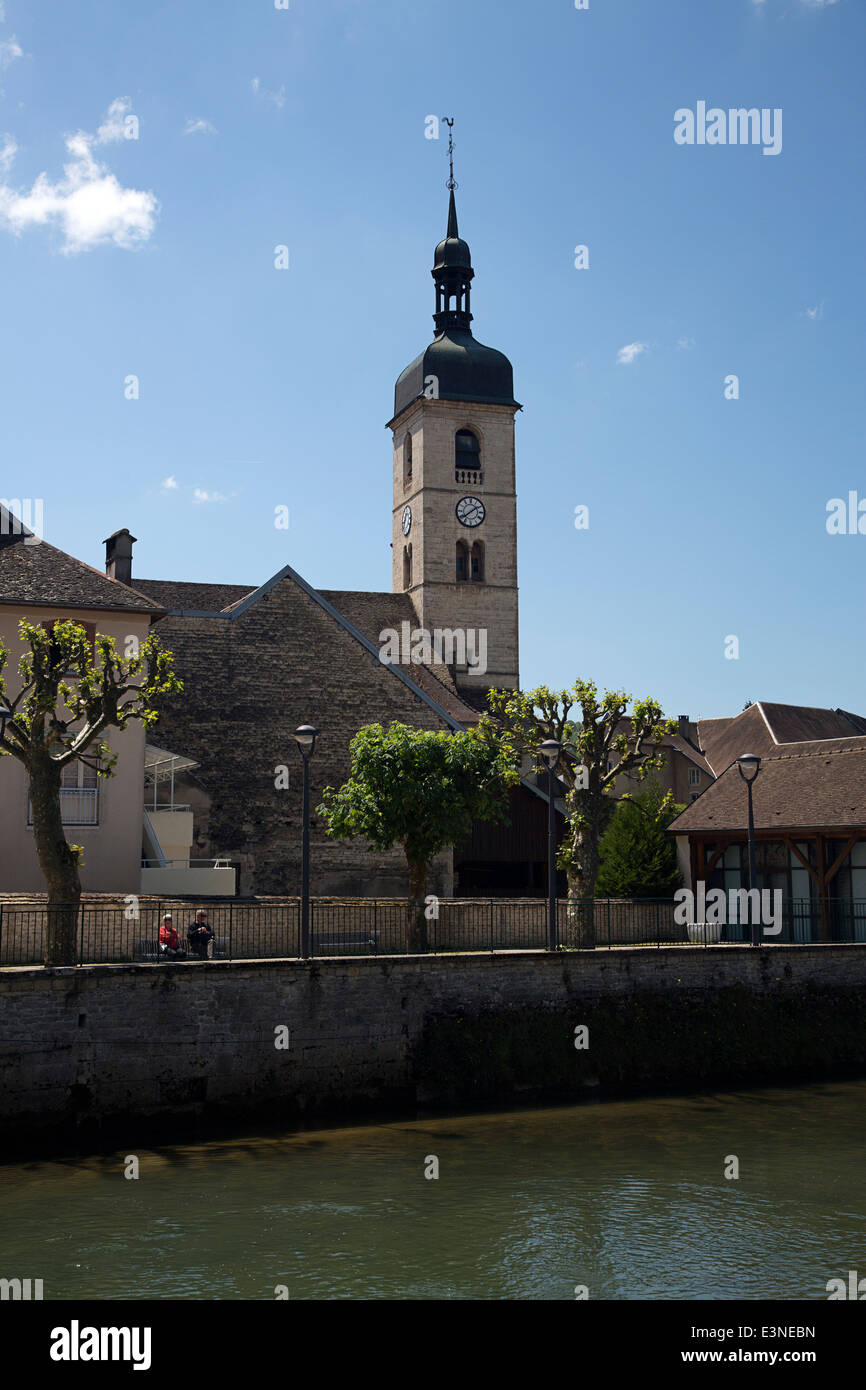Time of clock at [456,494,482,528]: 1:38
